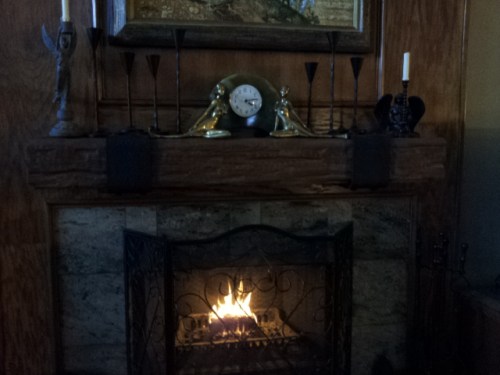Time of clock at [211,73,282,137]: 4:14
